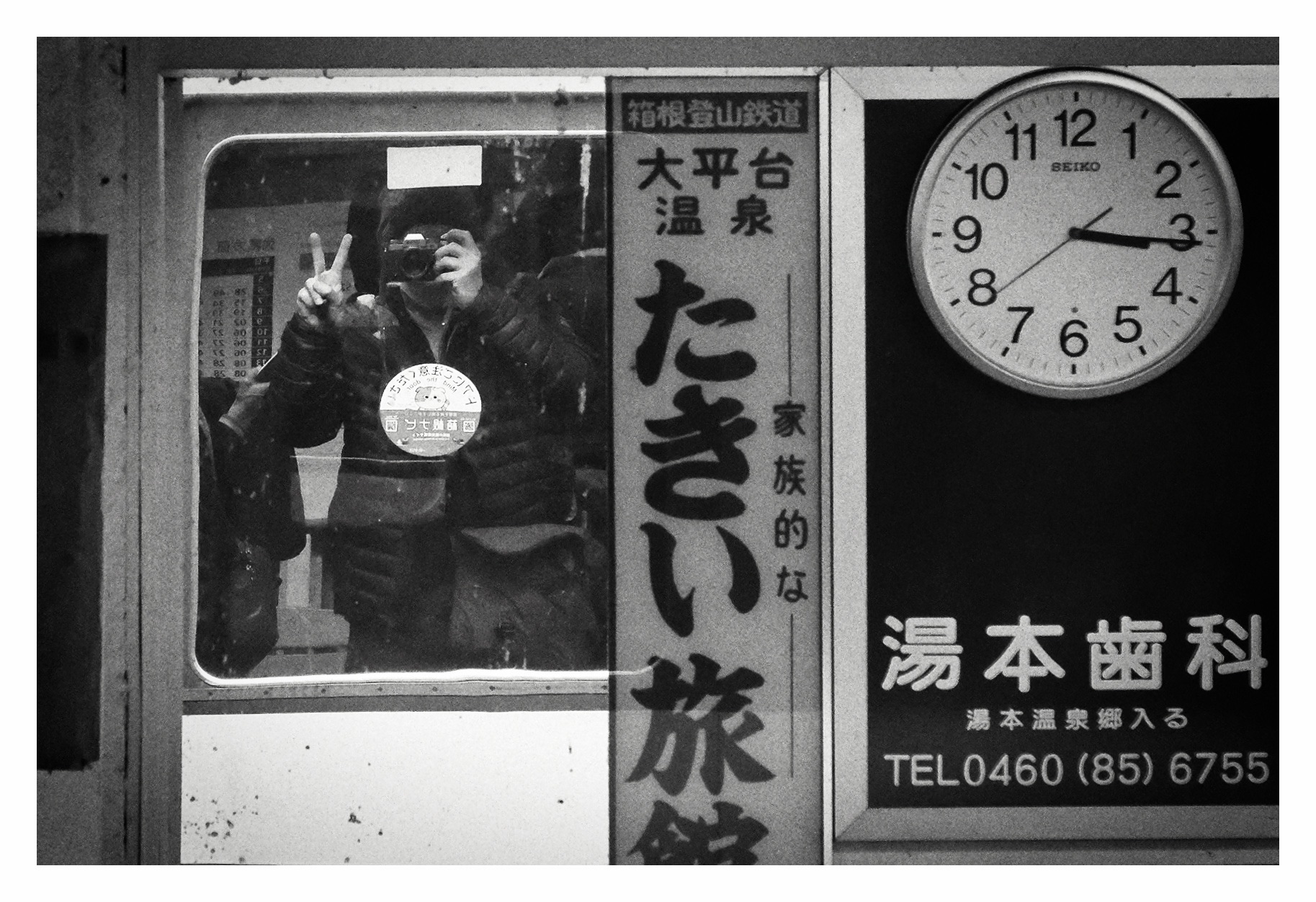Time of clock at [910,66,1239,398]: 3:15
